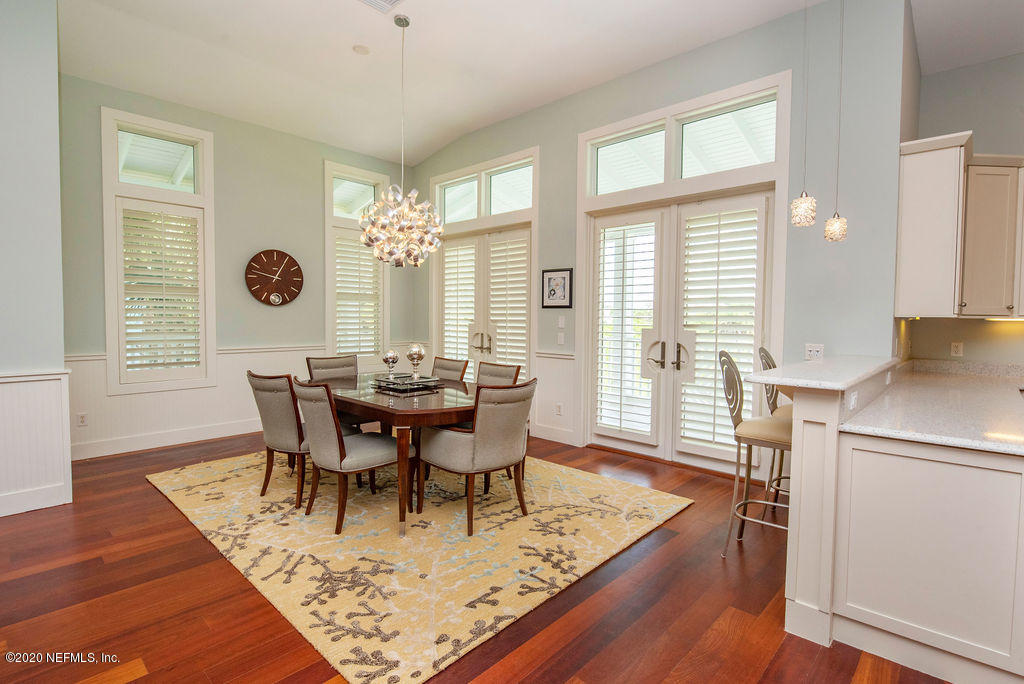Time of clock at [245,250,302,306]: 12:47
